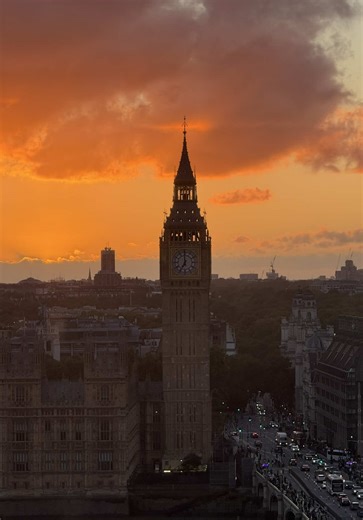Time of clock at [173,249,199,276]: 6:59
